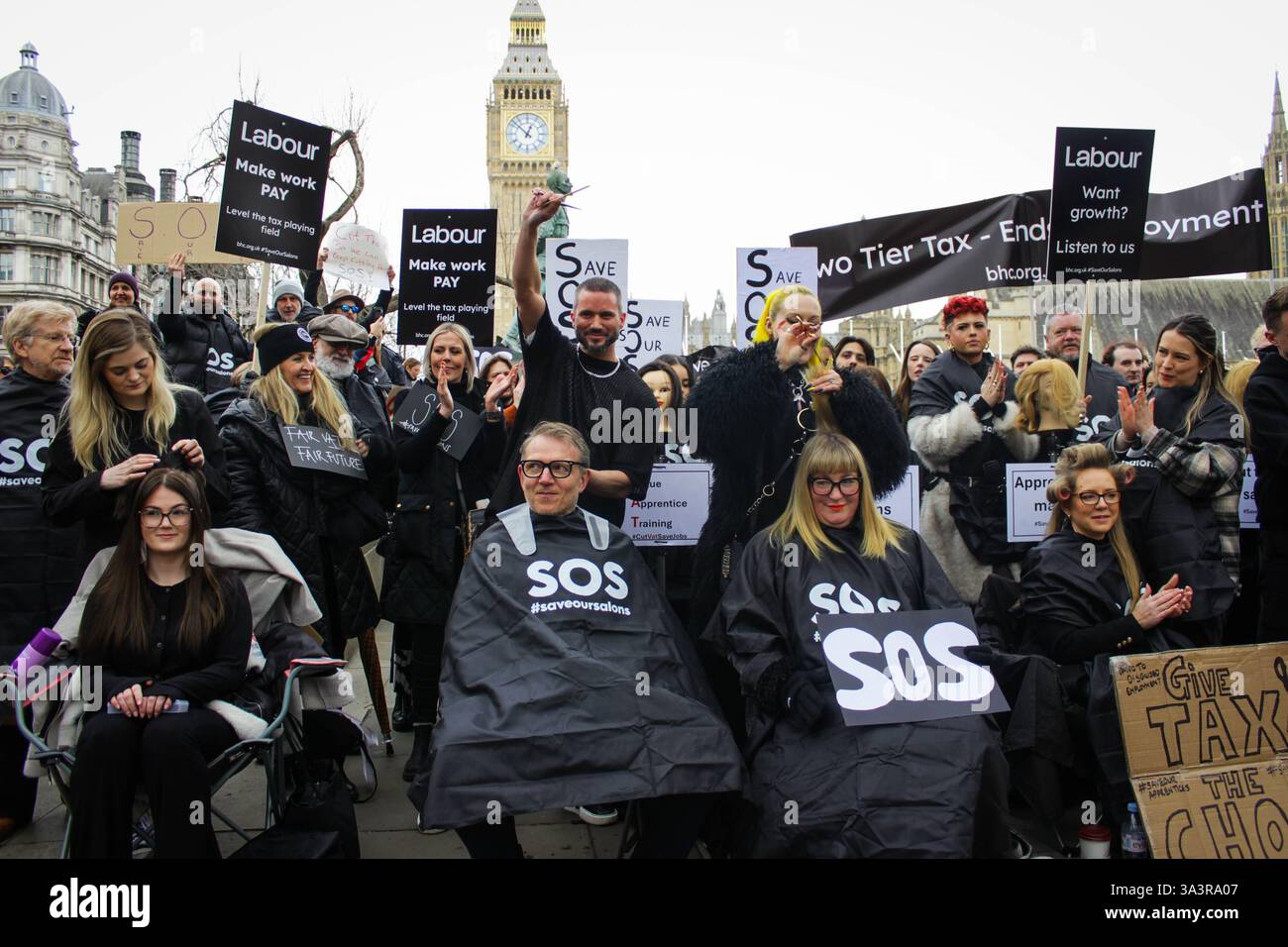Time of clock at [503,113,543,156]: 12:52
